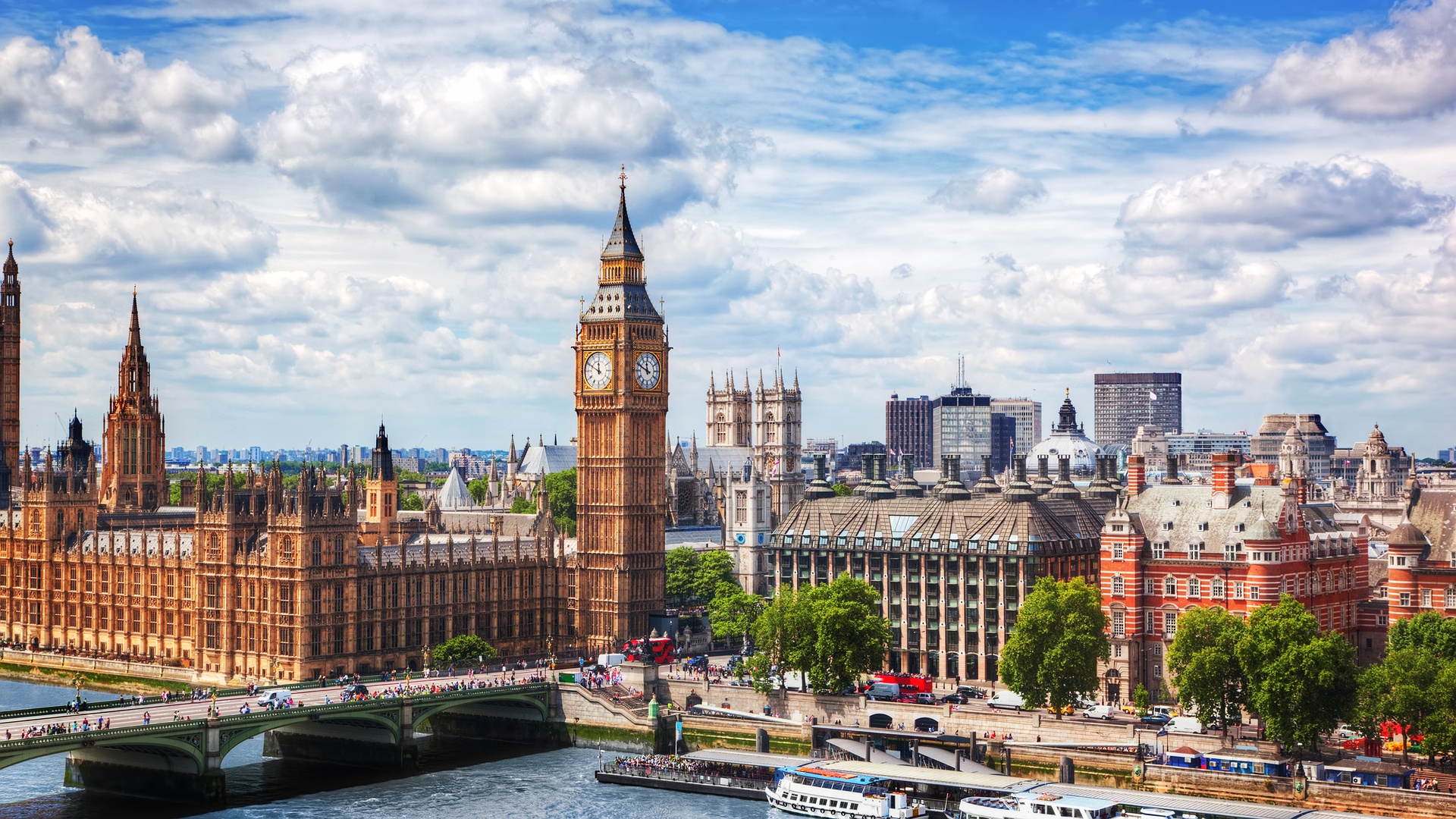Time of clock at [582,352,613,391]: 11:49
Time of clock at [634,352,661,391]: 11:49
